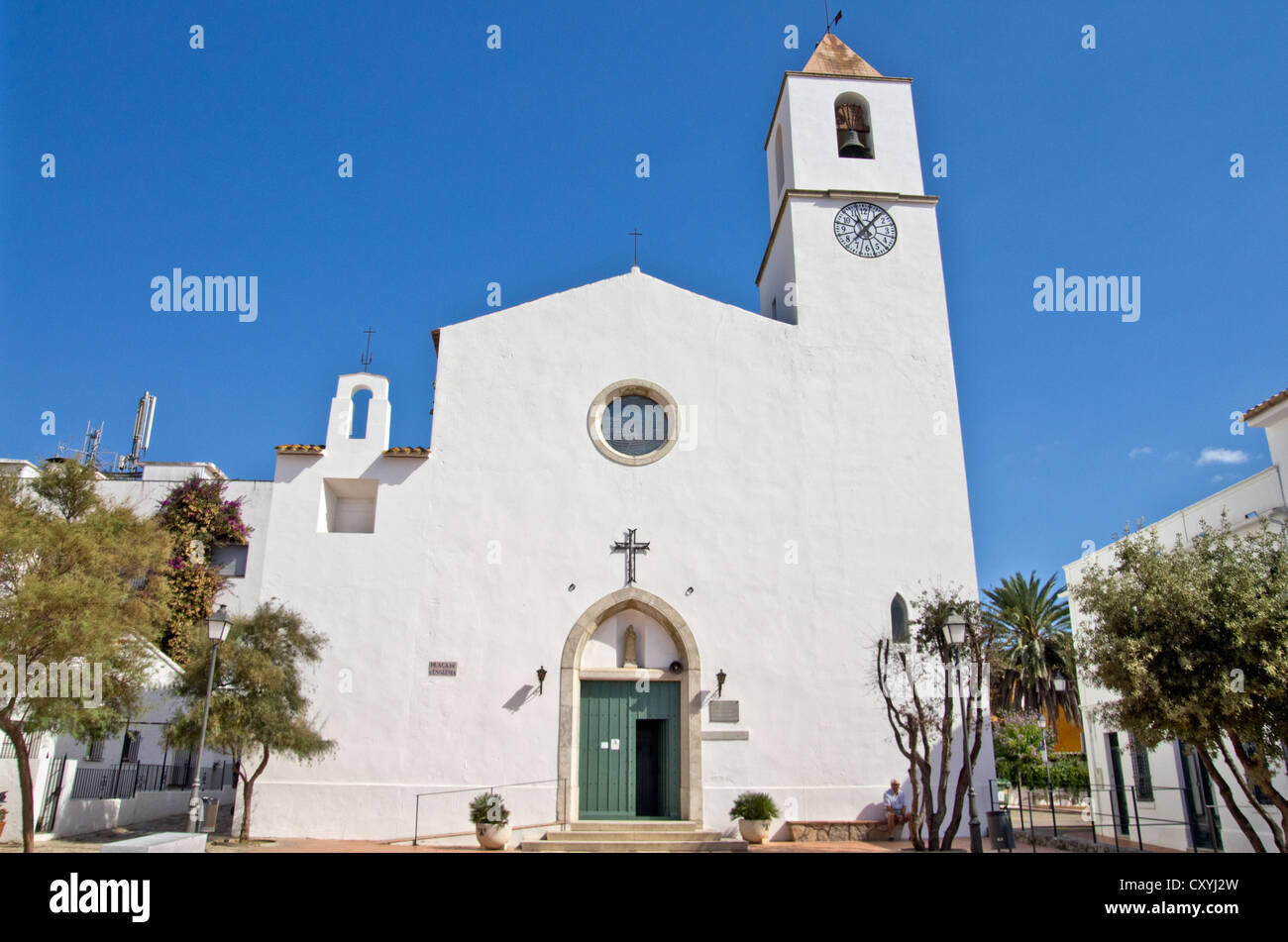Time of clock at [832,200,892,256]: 11:07
